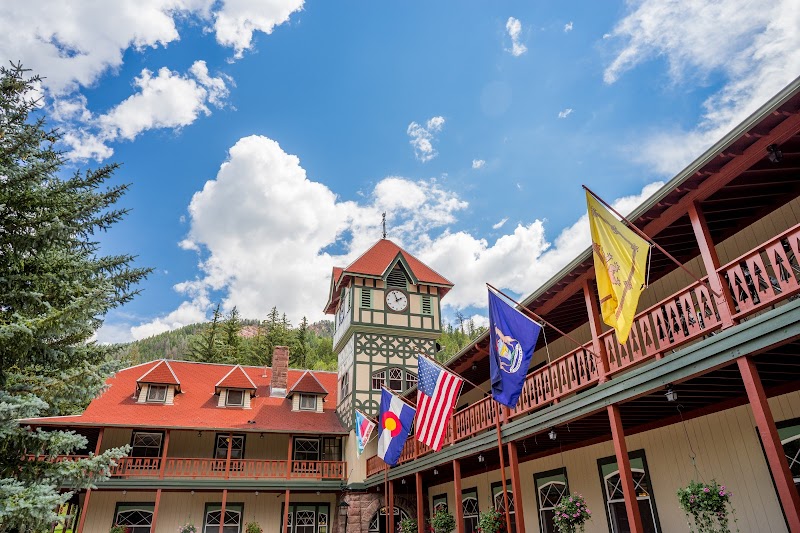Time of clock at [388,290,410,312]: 1:56
